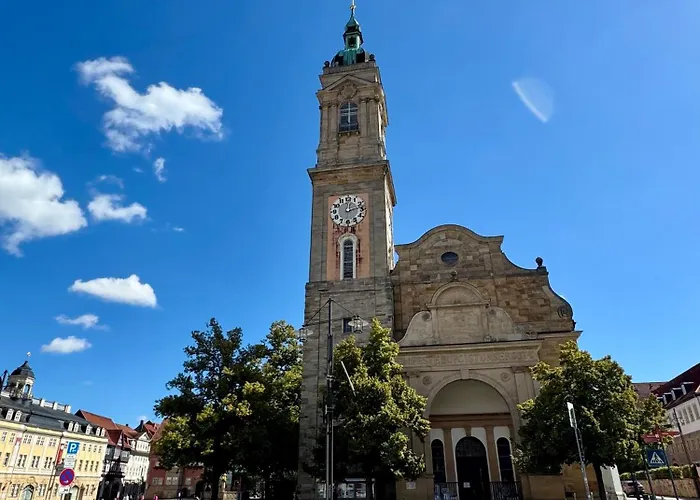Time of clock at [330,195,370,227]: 12:12
